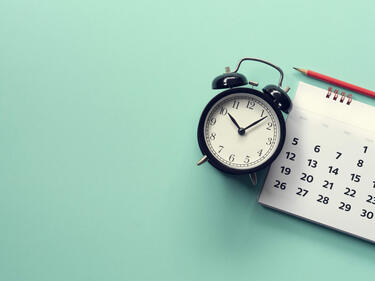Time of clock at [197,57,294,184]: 10:07
